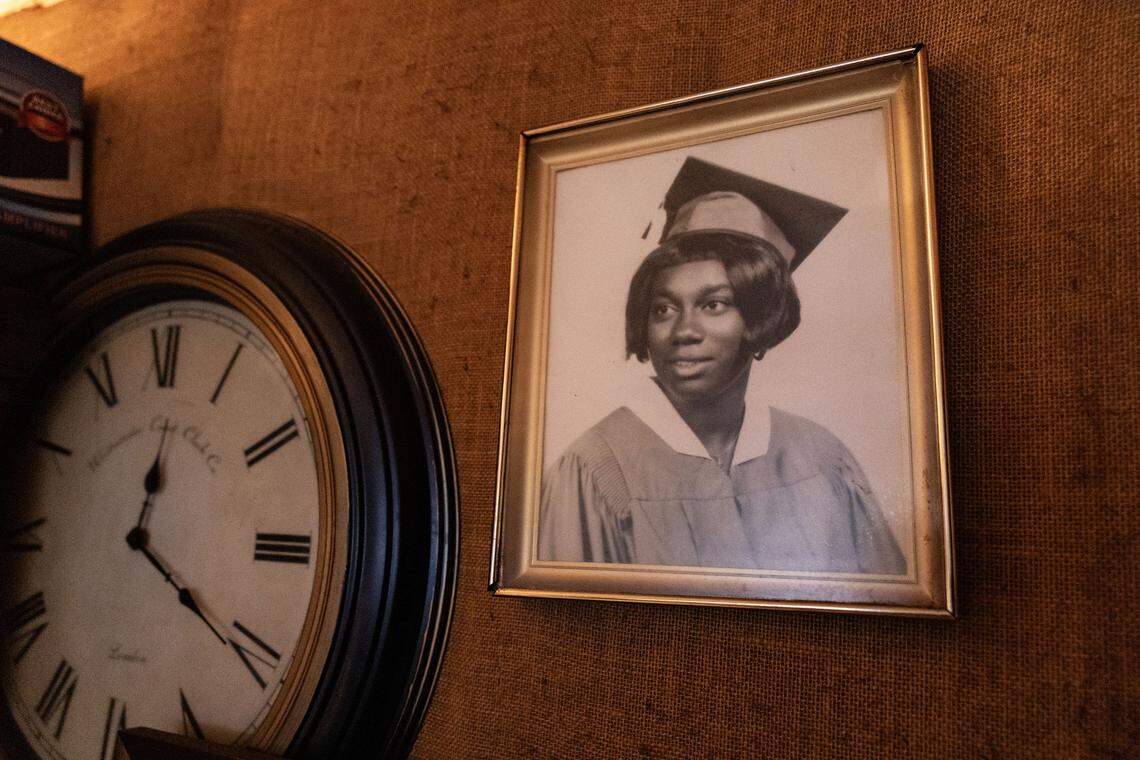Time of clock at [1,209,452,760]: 12:20
